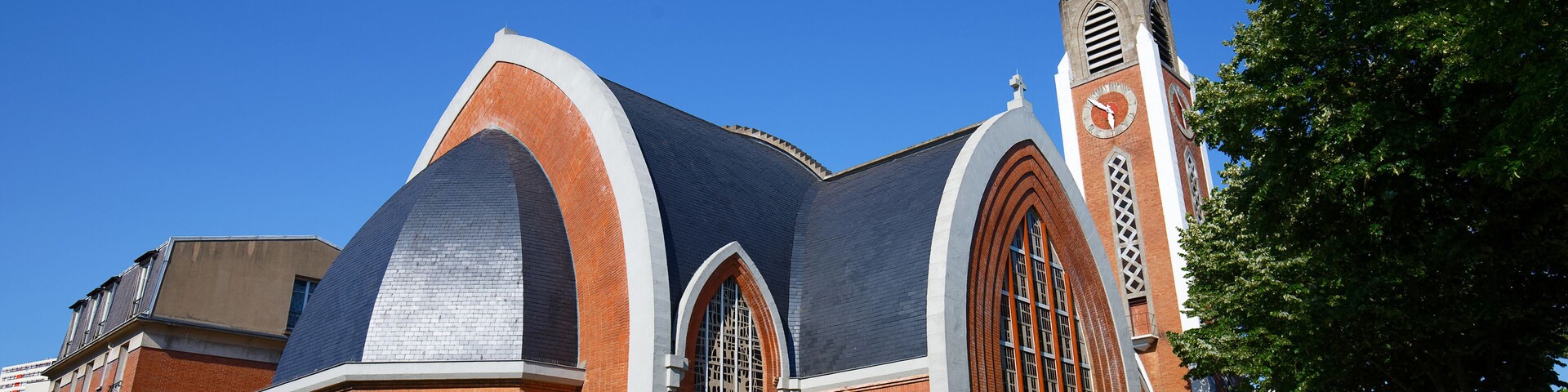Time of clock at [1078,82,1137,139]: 5:51
